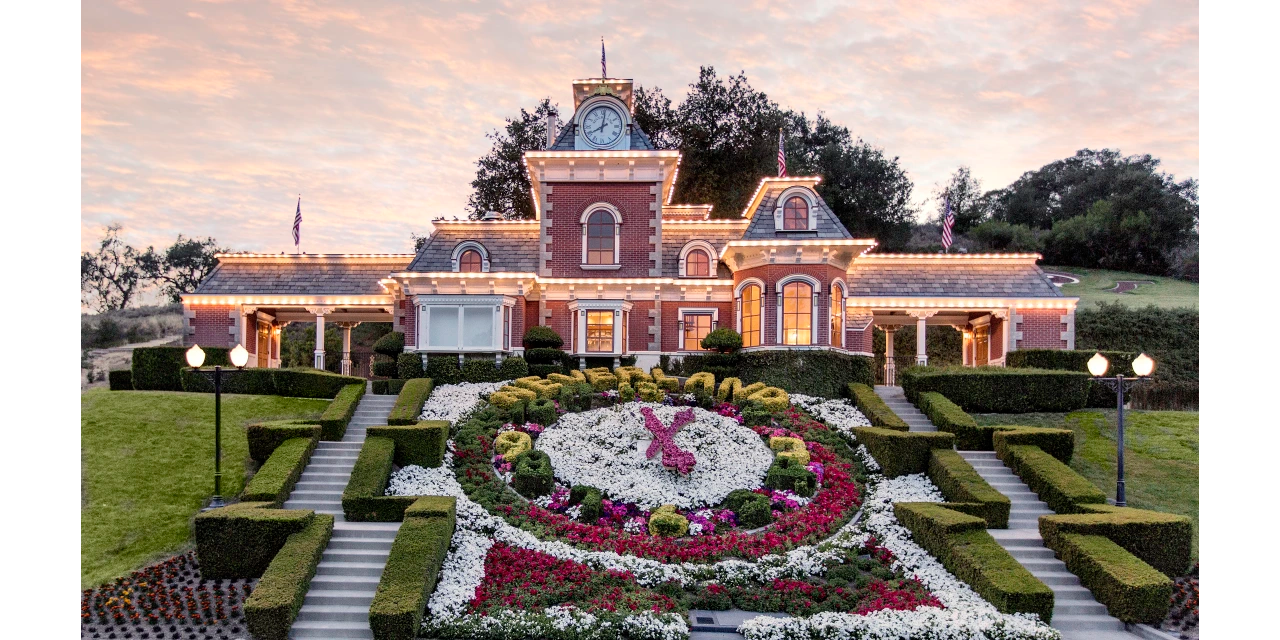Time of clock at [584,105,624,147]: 8:01
